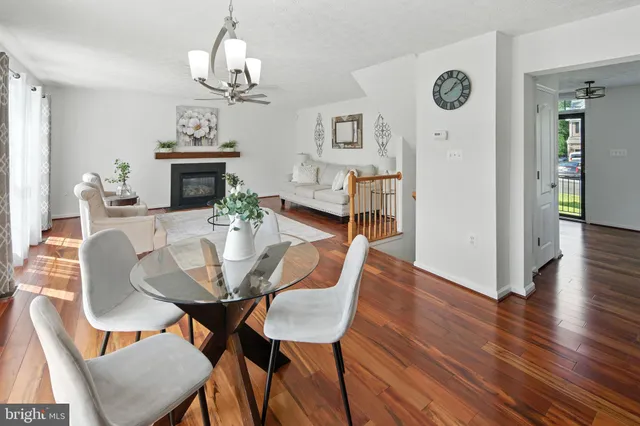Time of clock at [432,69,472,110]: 1:09
